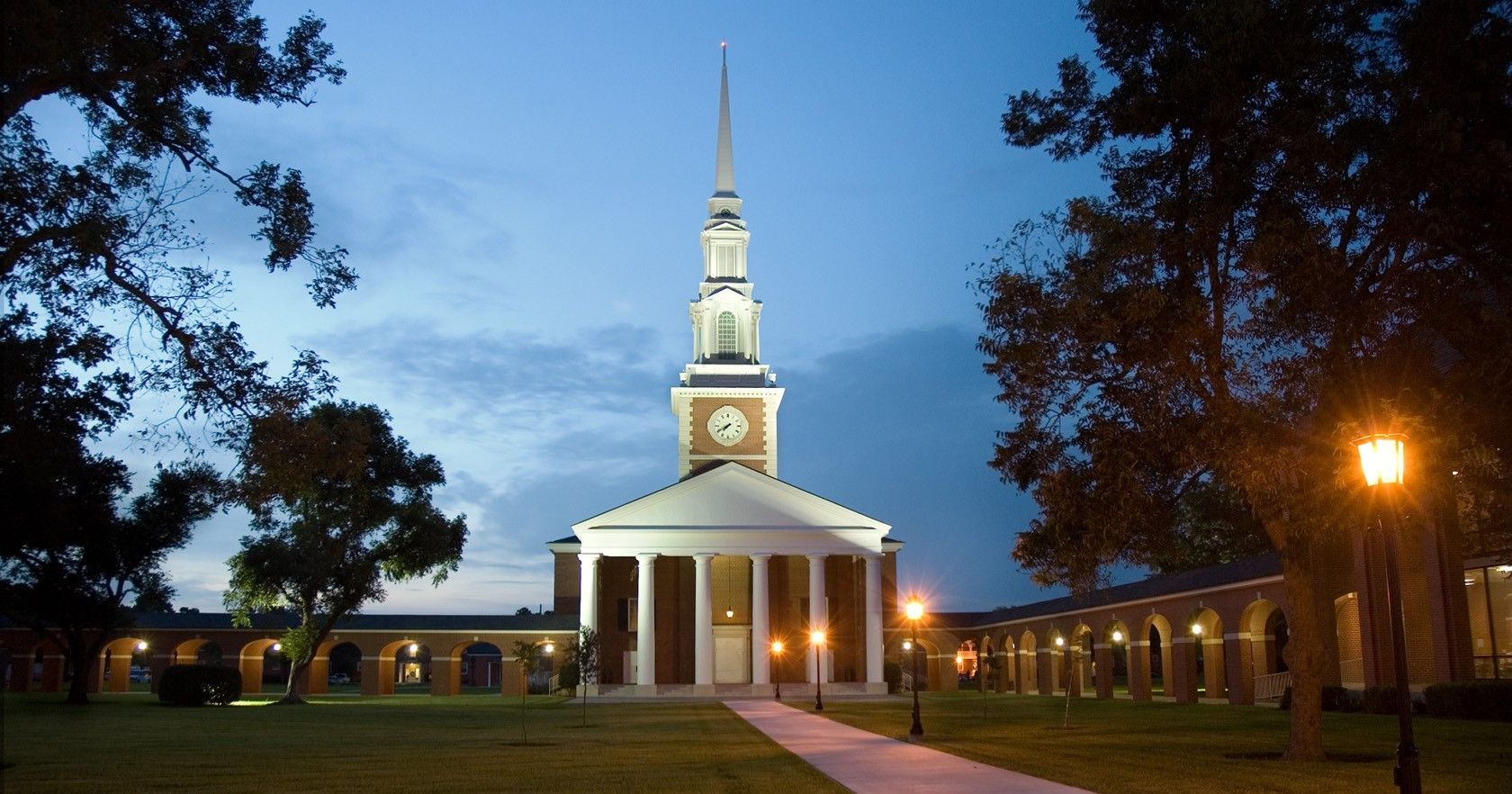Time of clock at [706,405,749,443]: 7:40
